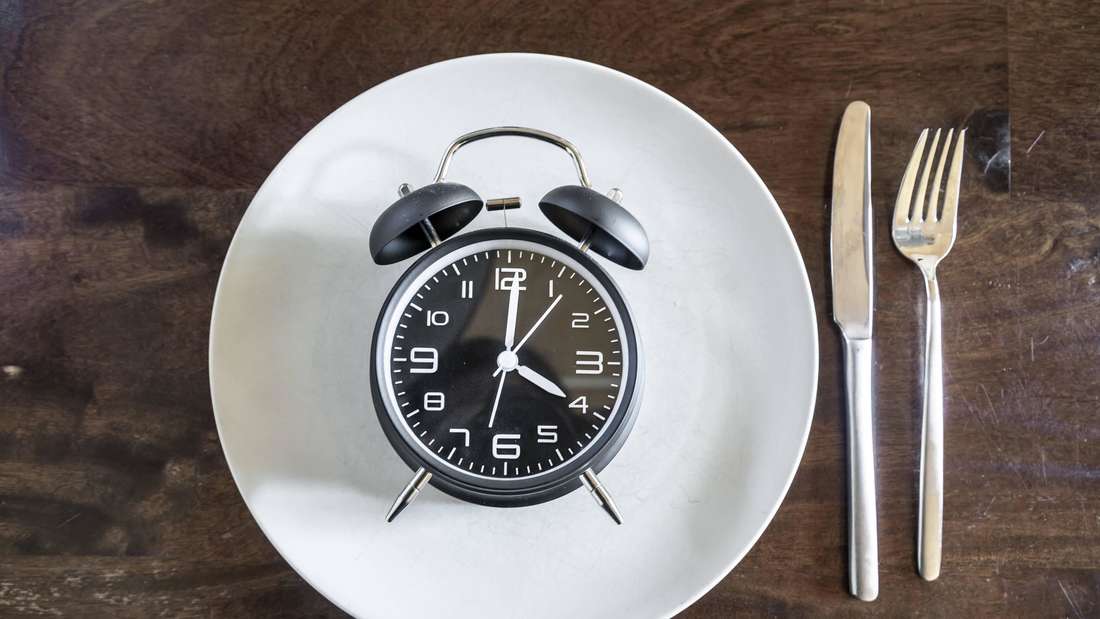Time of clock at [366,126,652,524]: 4:01
